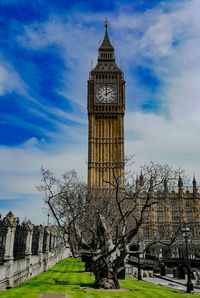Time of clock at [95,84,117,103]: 2:00
